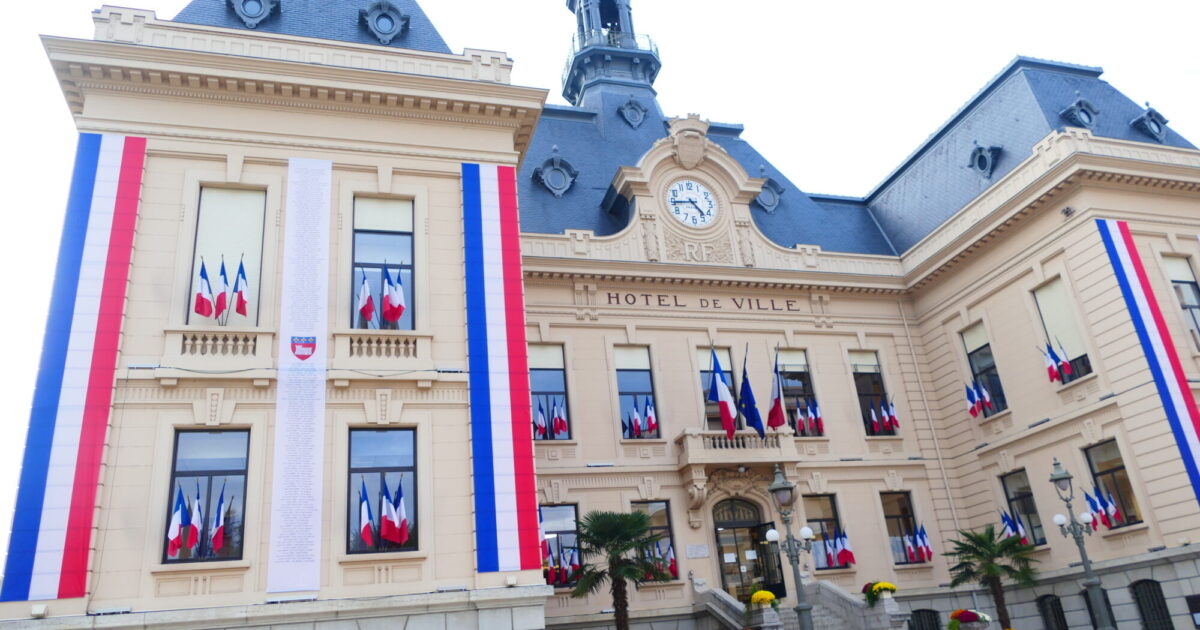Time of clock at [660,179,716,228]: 4:44
